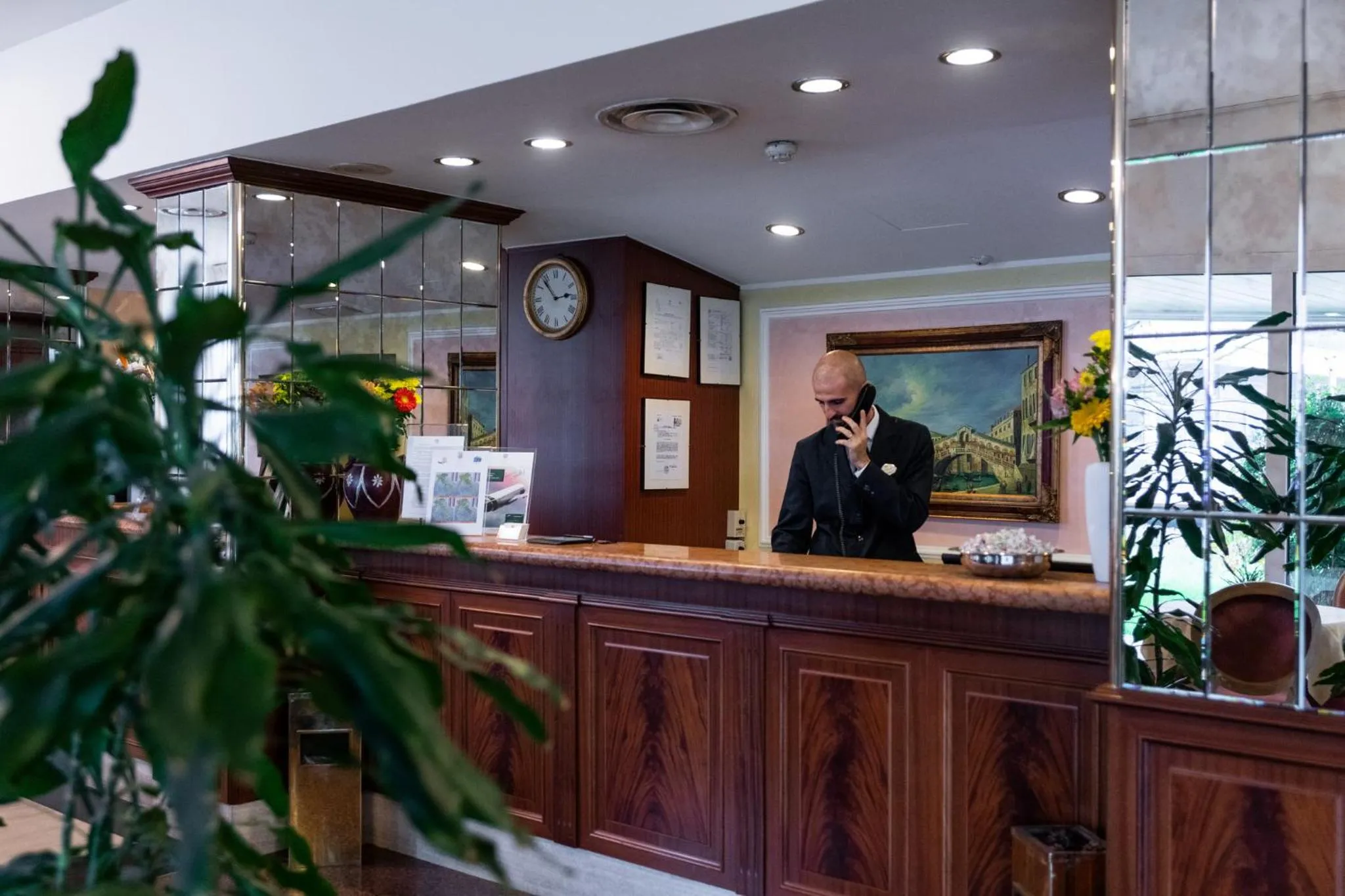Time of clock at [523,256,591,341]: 2:53
